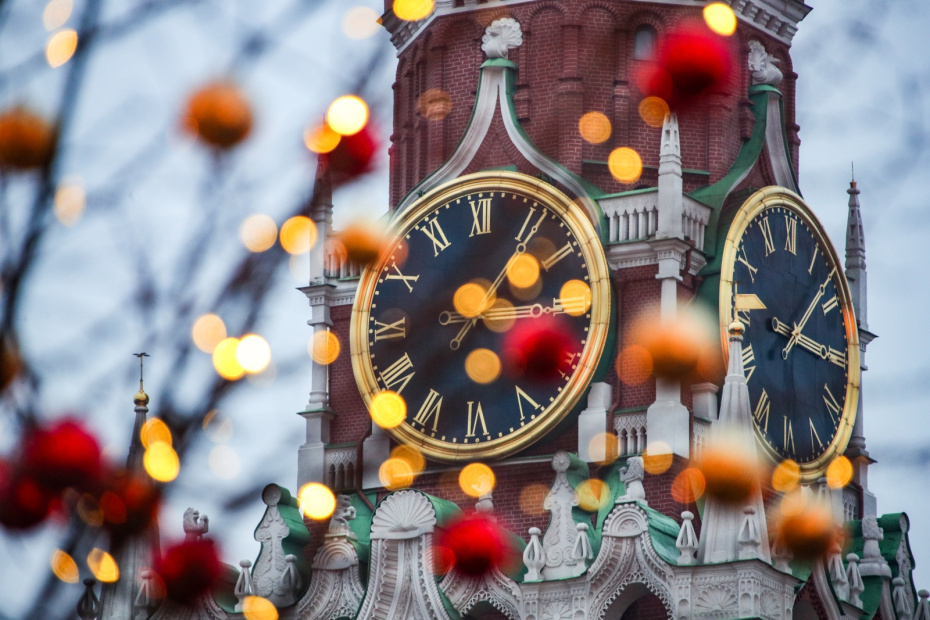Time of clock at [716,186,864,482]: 9:15
